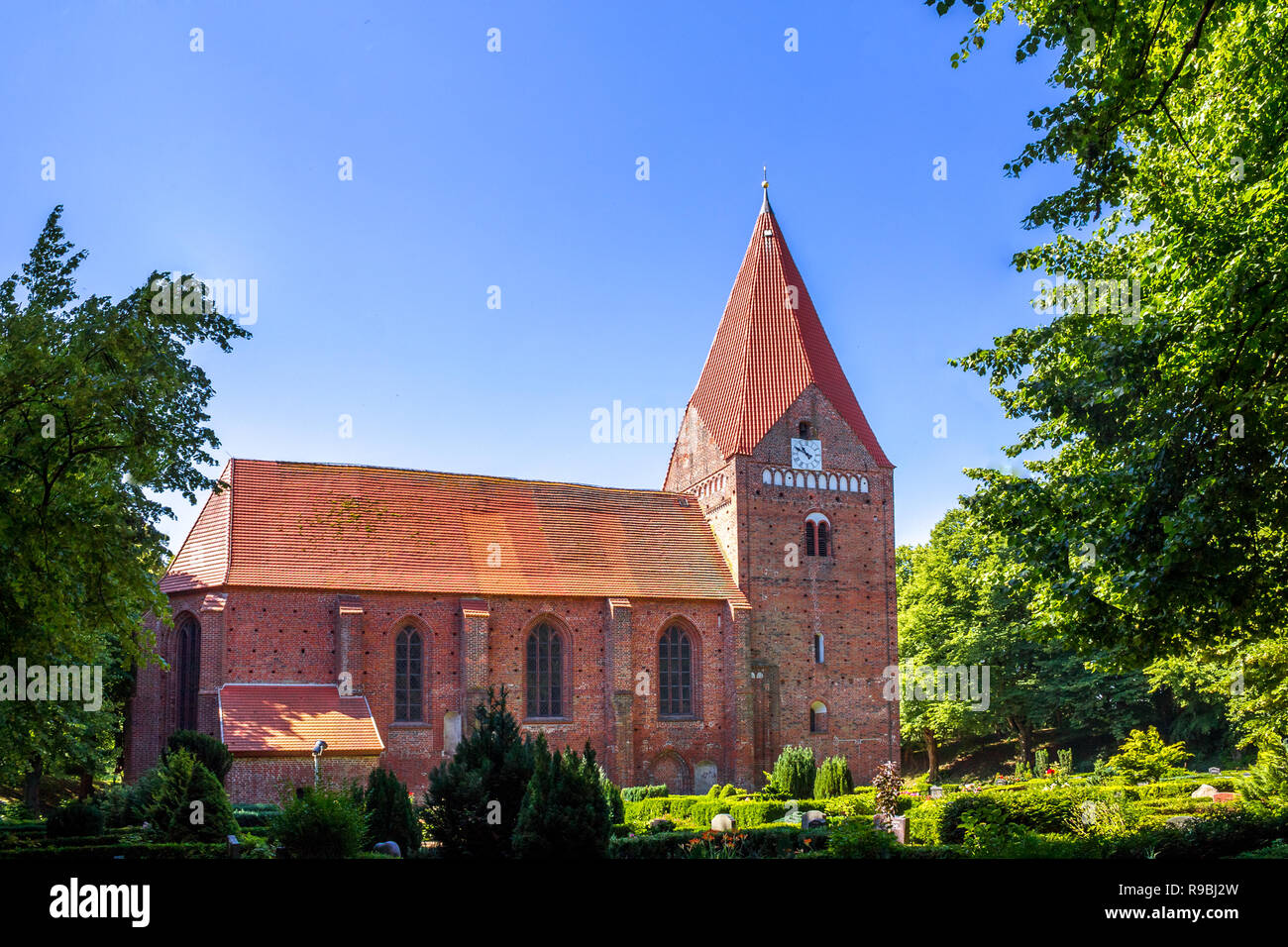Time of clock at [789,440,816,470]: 10:49
